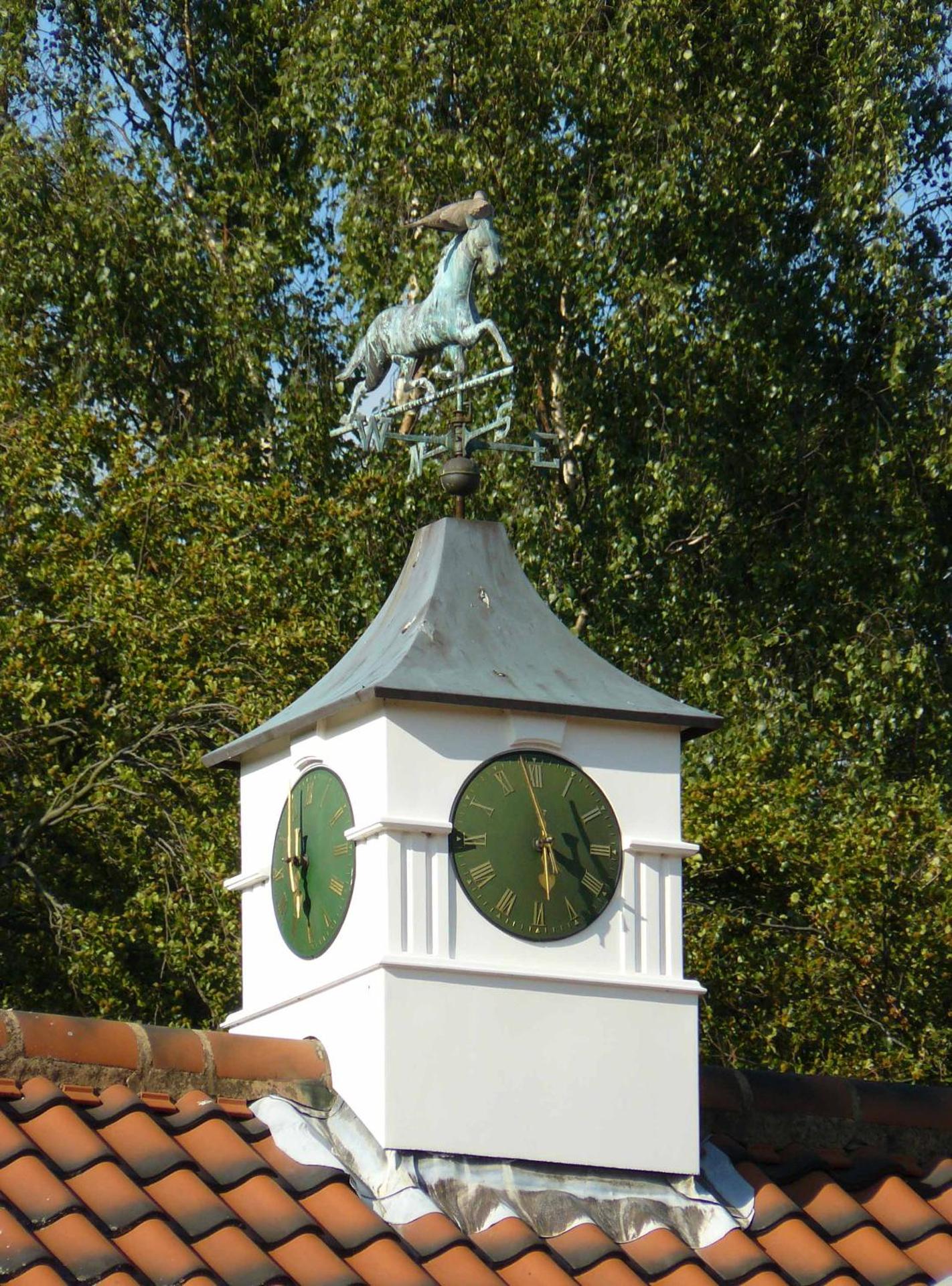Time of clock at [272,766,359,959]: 5:59
